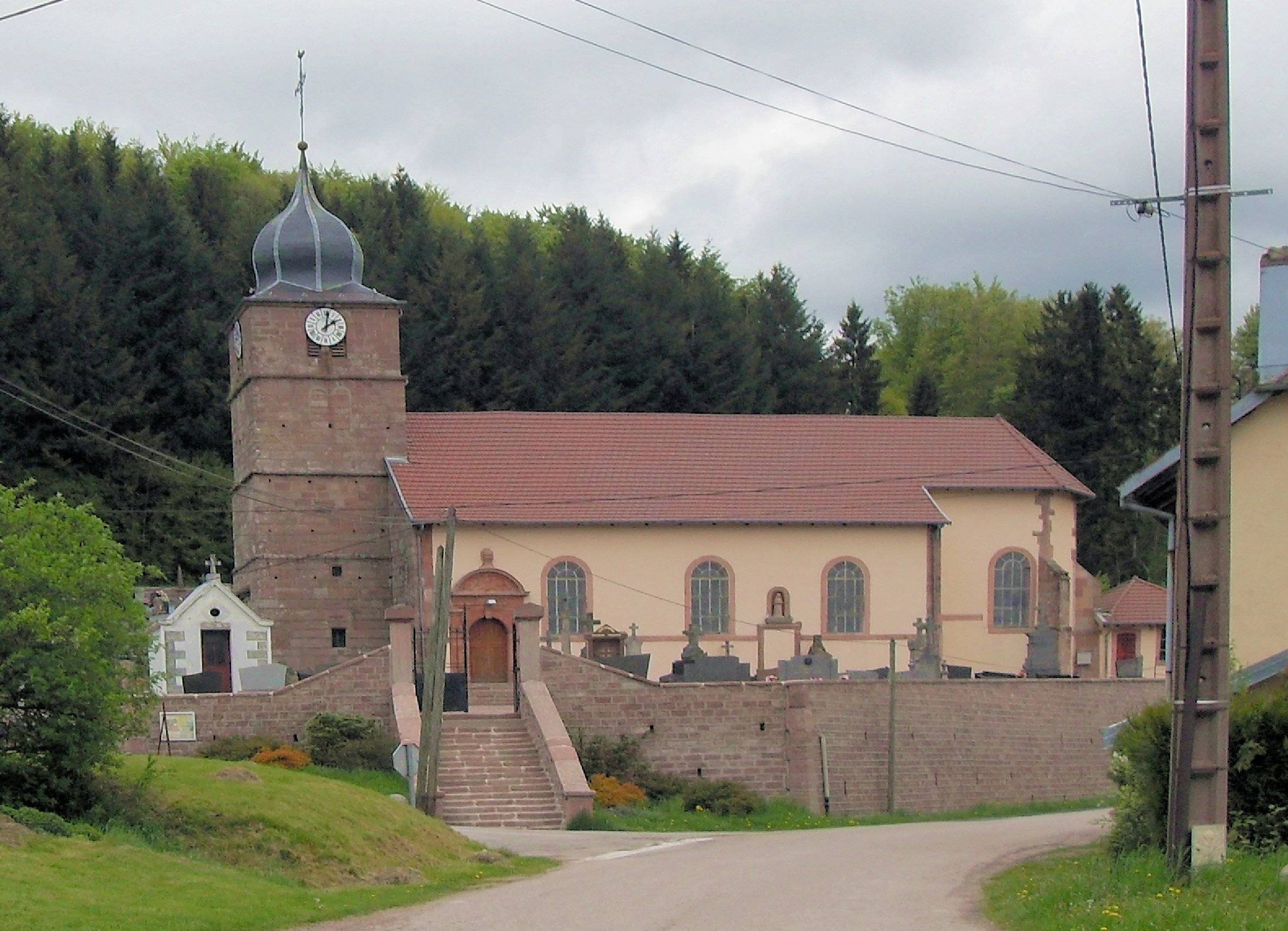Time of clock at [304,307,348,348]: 2:01
